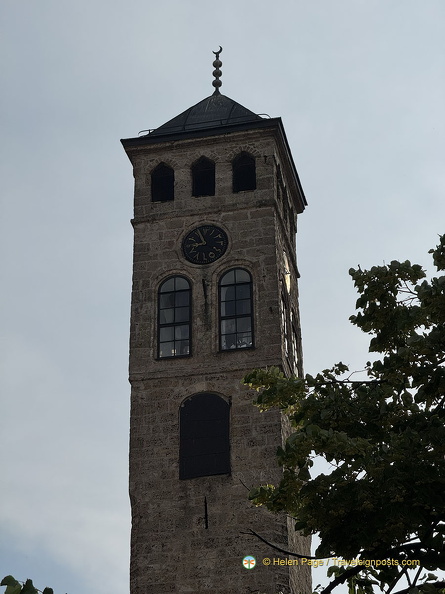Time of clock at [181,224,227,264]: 8:56
